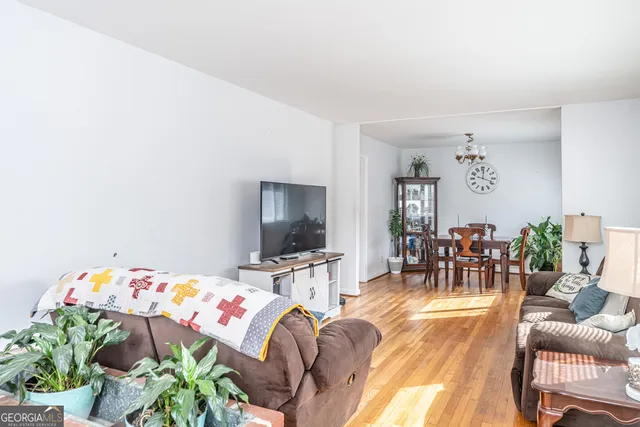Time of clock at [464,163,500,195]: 12:18
